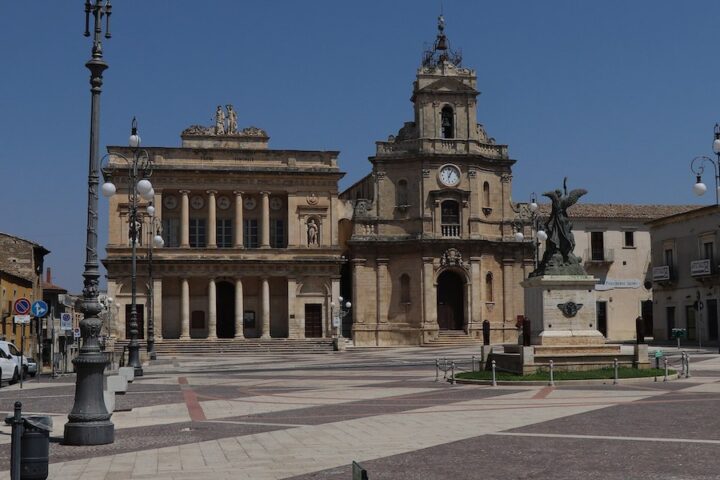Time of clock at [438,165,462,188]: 12:04
